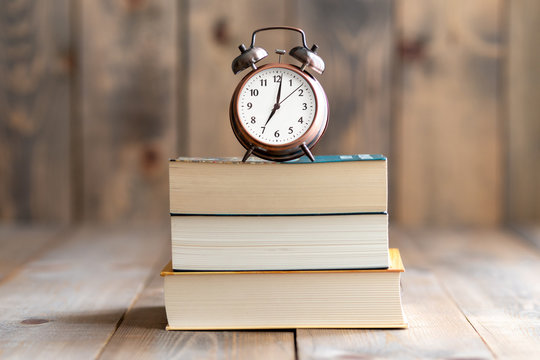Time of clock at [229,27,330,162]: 7:01
